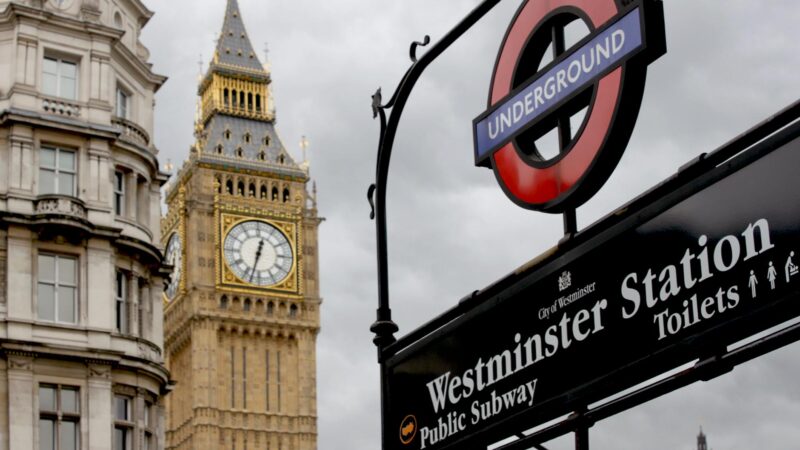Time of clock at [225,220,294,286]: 12:32
